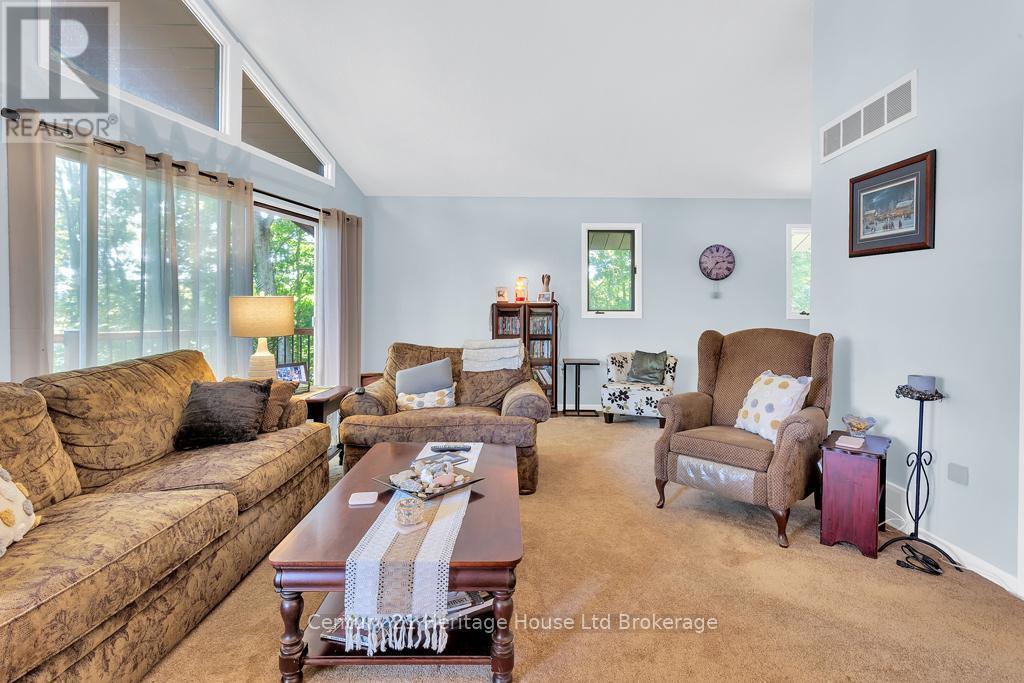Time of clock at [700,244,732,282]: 2:36
